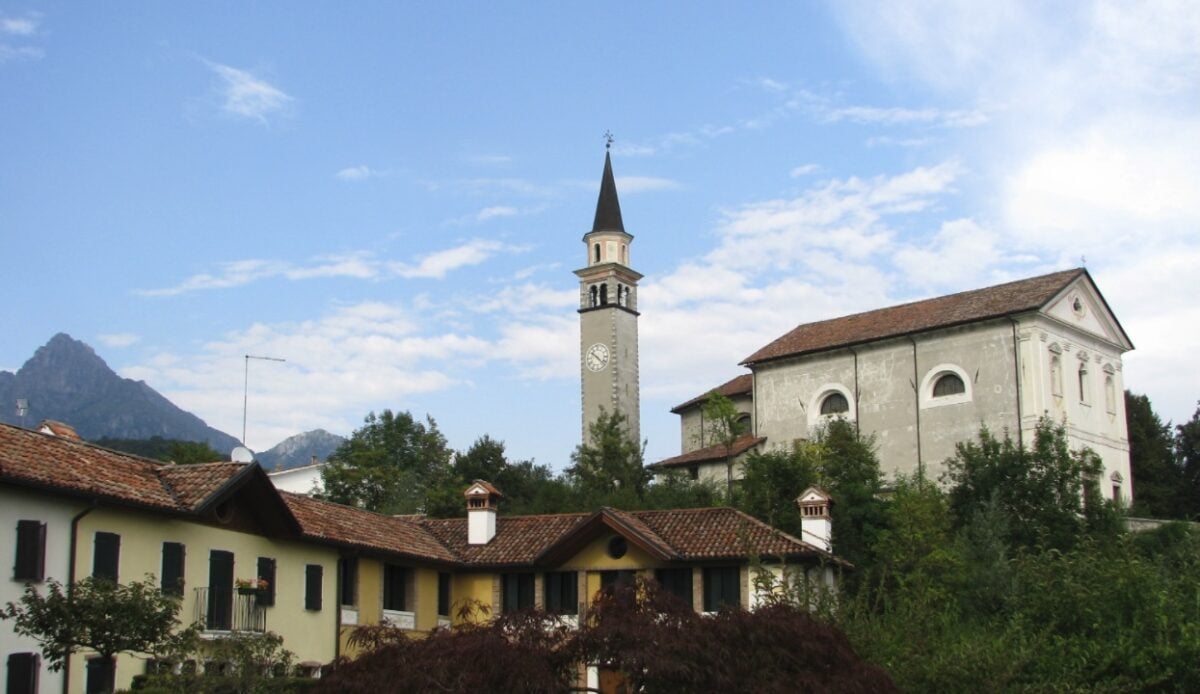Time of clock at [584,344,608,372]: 10:22
